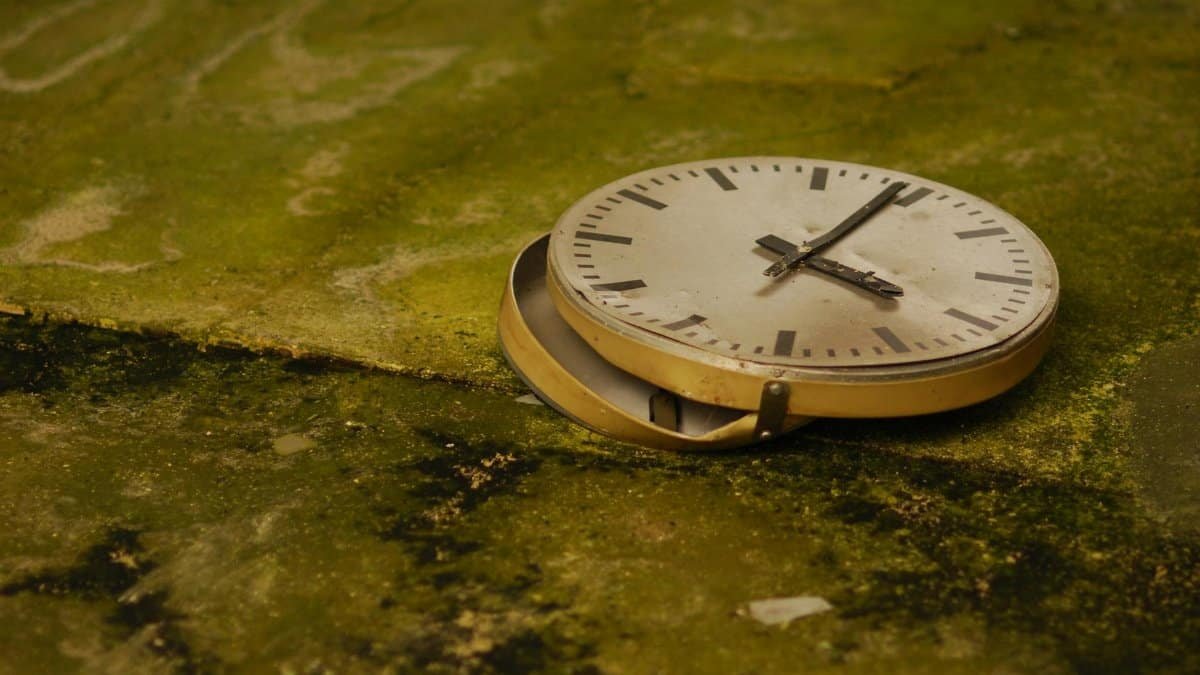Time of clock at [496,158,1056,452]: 4:04
